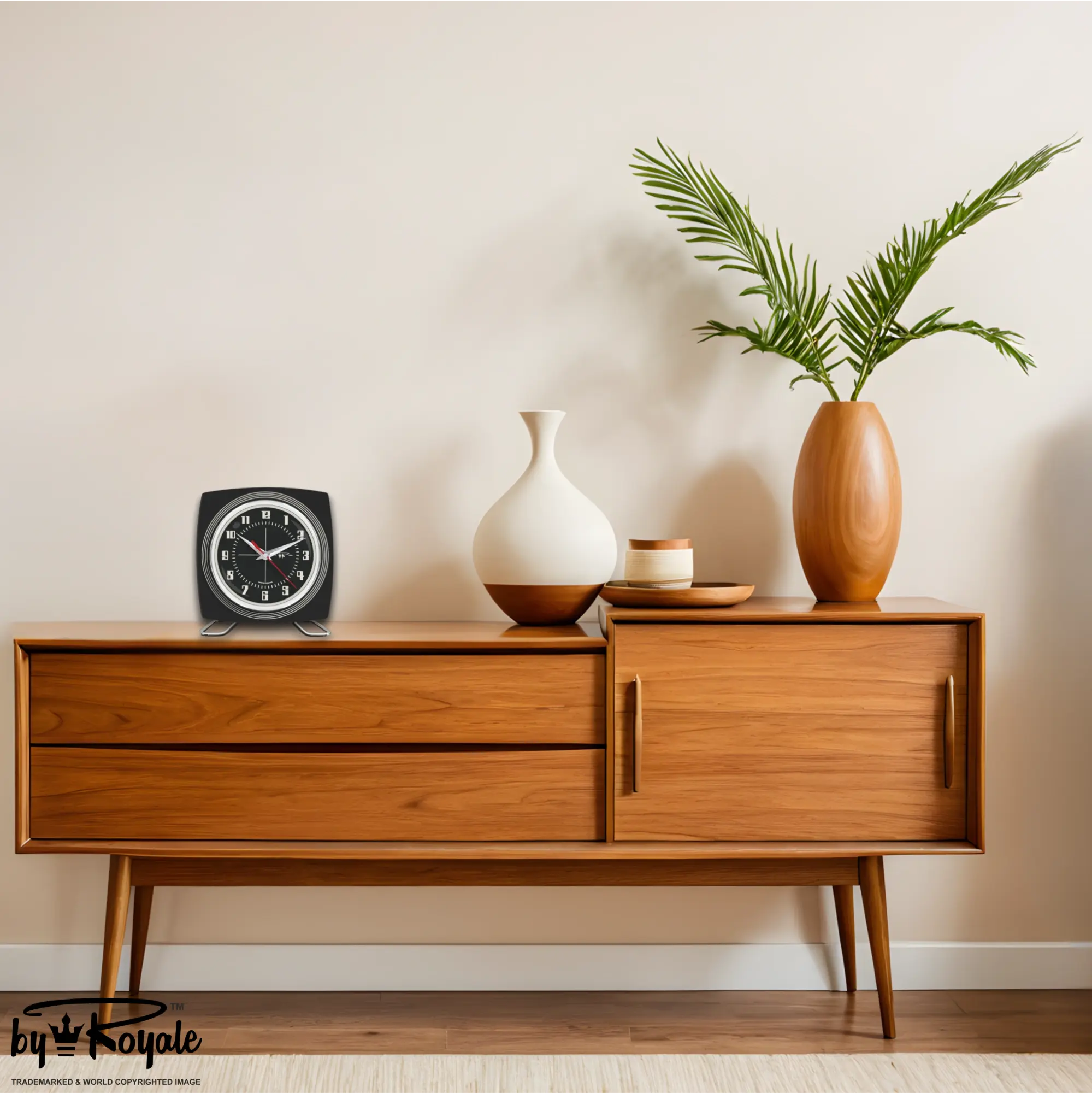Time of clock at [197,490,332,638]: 10:11
